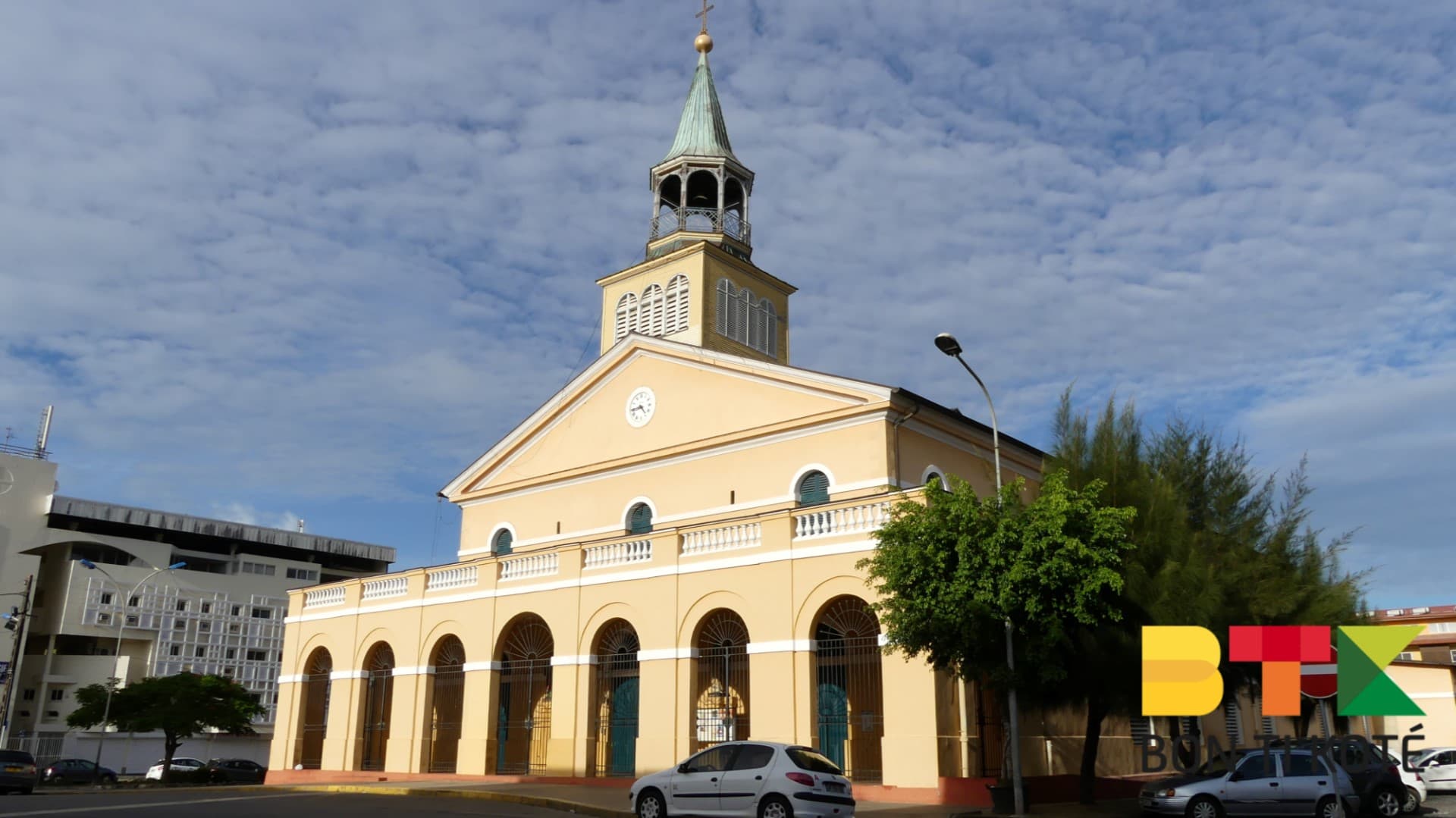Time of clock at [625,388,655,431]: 4:44
